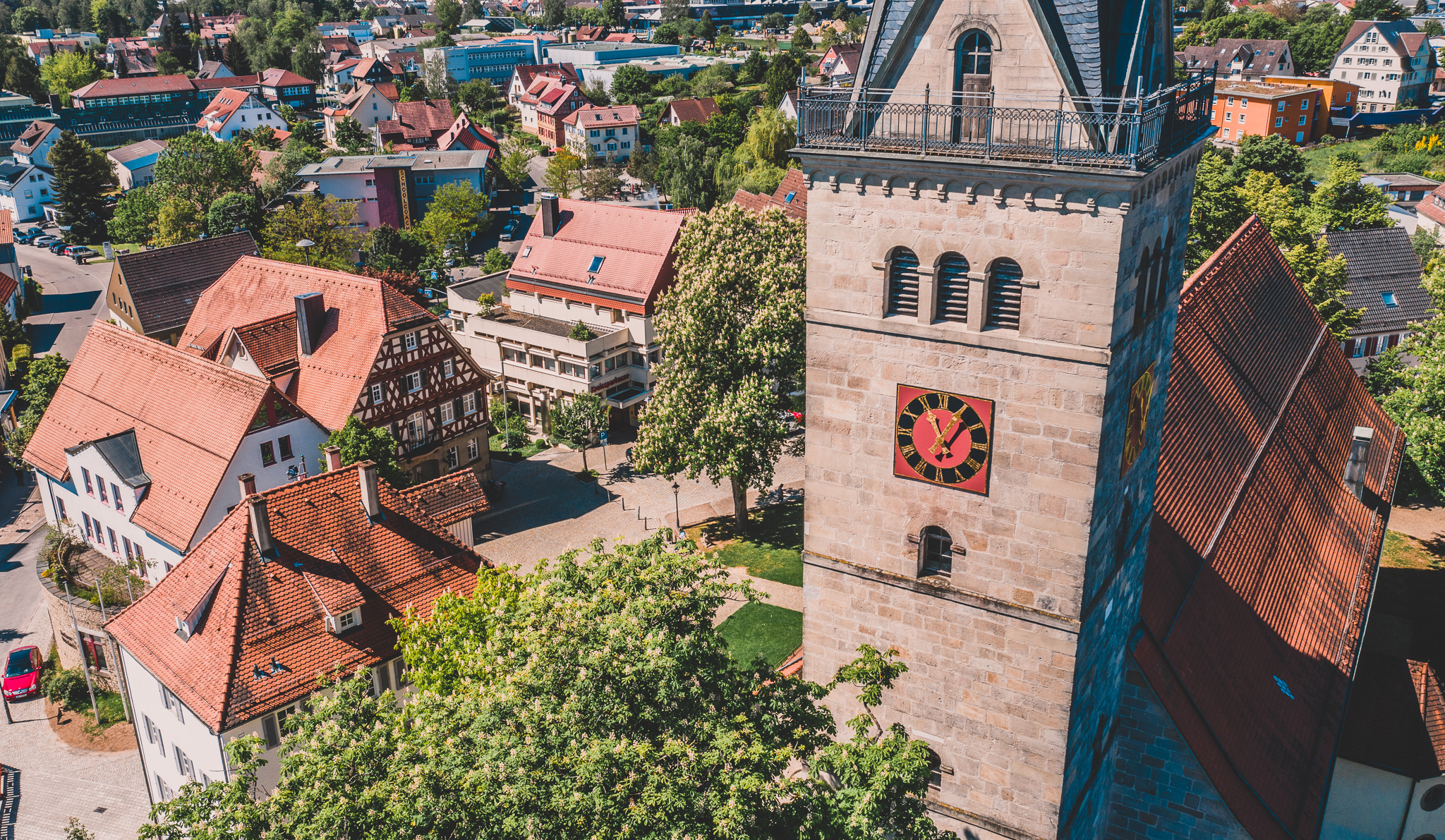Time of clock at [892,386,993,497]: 11:06
